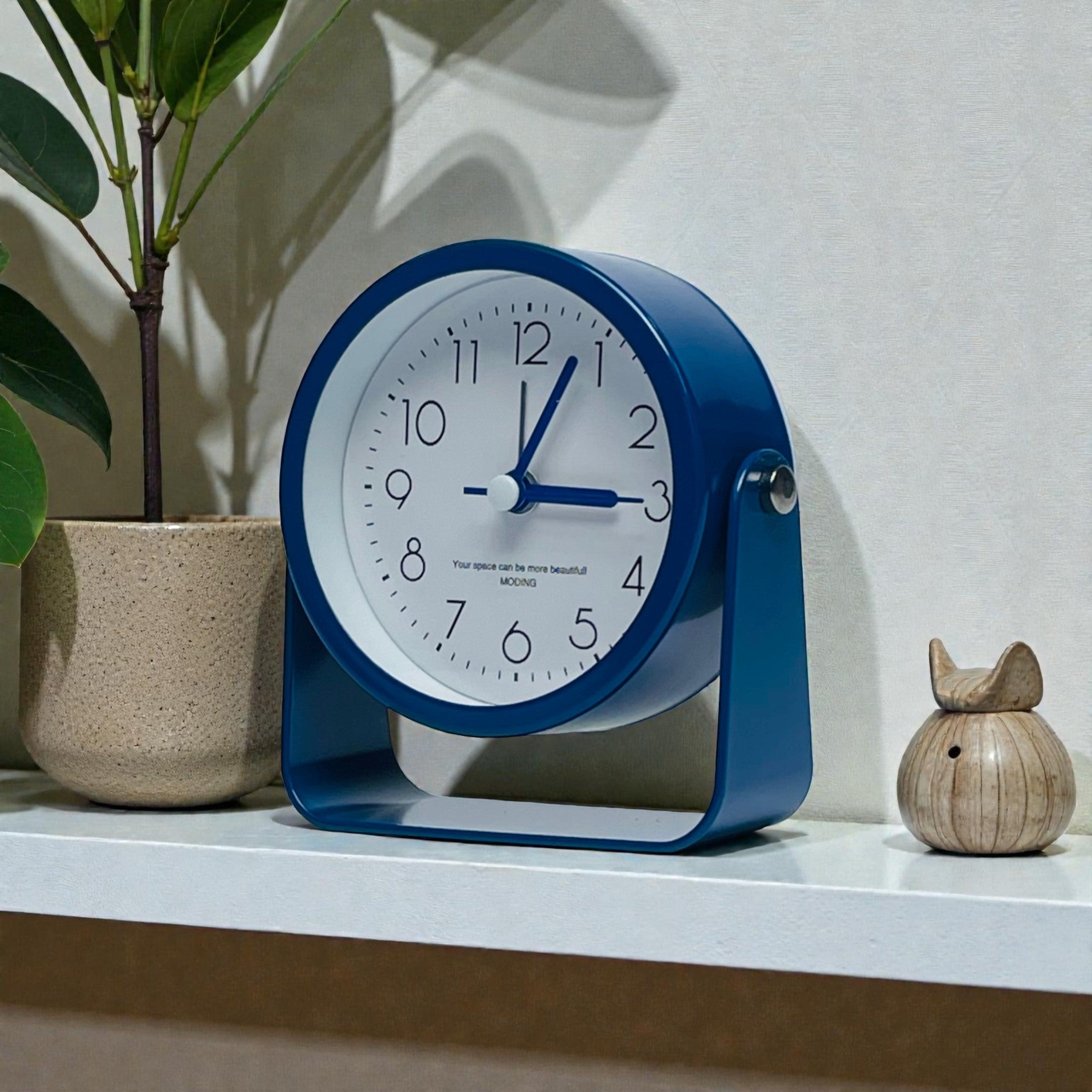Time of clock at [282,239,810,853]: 3:03
